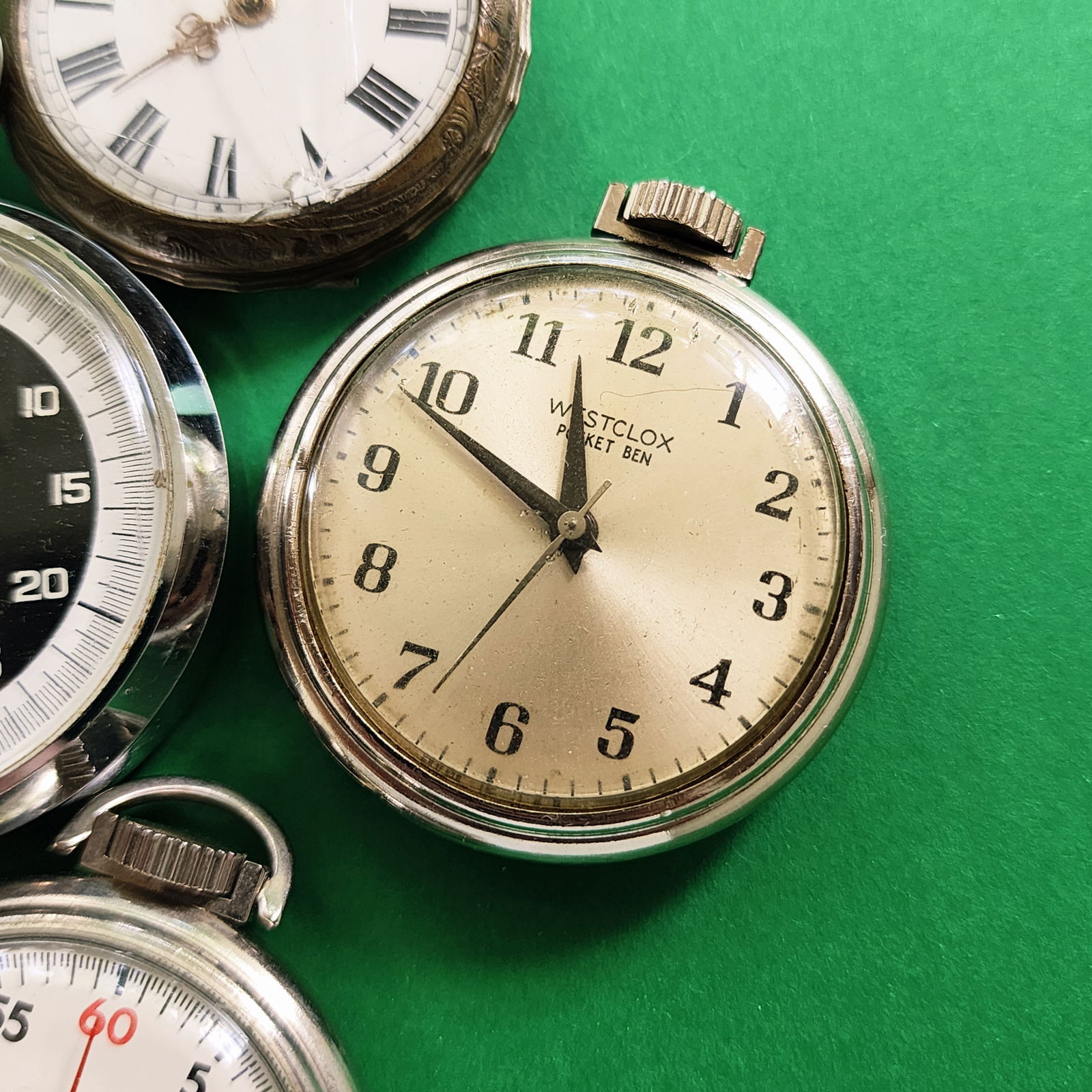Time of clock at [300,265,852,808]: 11:48
